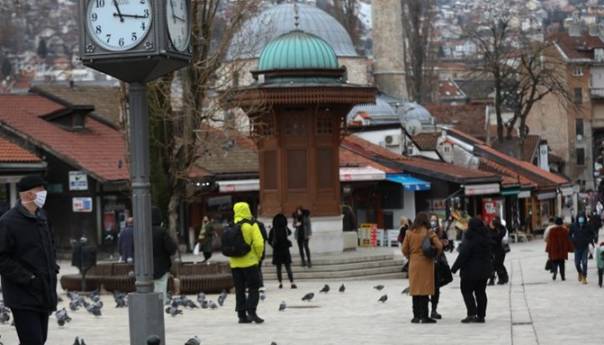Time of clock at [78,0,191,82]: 11:16
